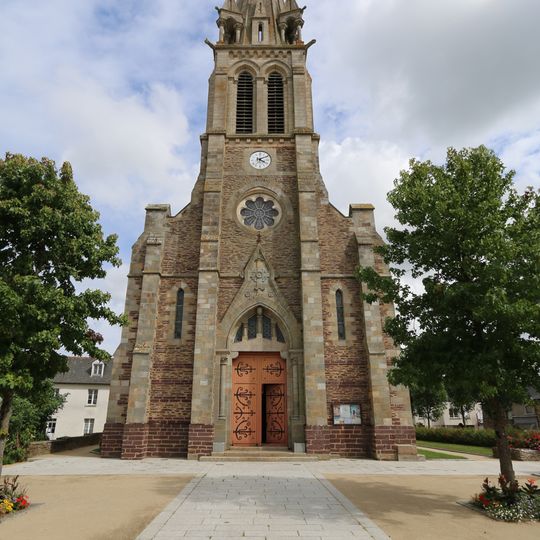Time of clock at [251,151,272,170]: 4:10
